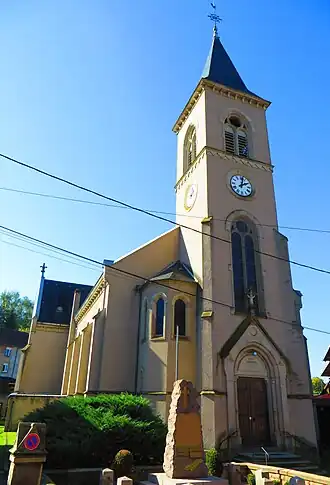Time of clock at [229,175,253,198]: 2:02
